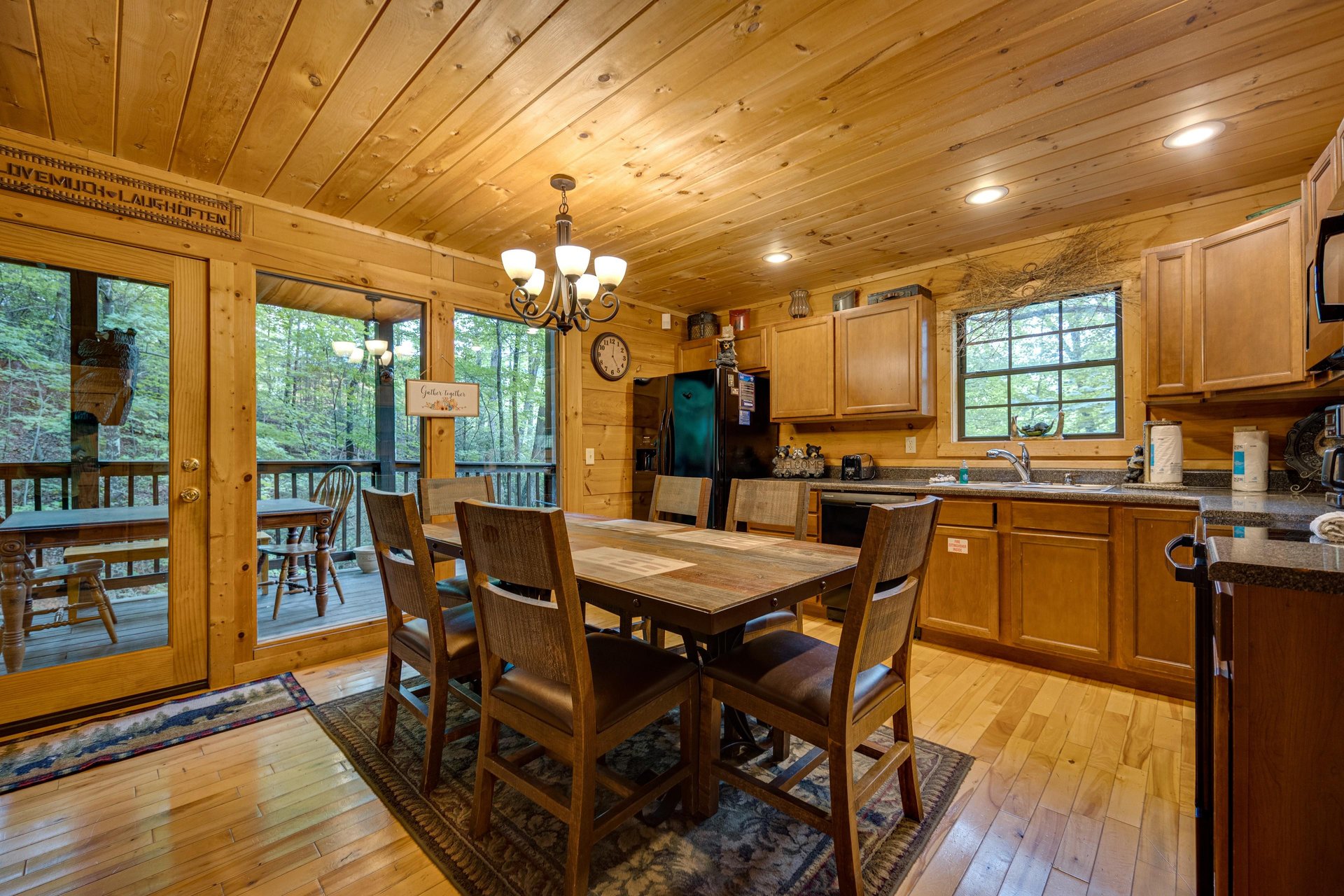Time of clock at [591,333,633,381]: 5:01
